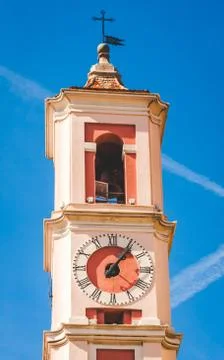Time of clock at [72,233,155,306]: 1:06
